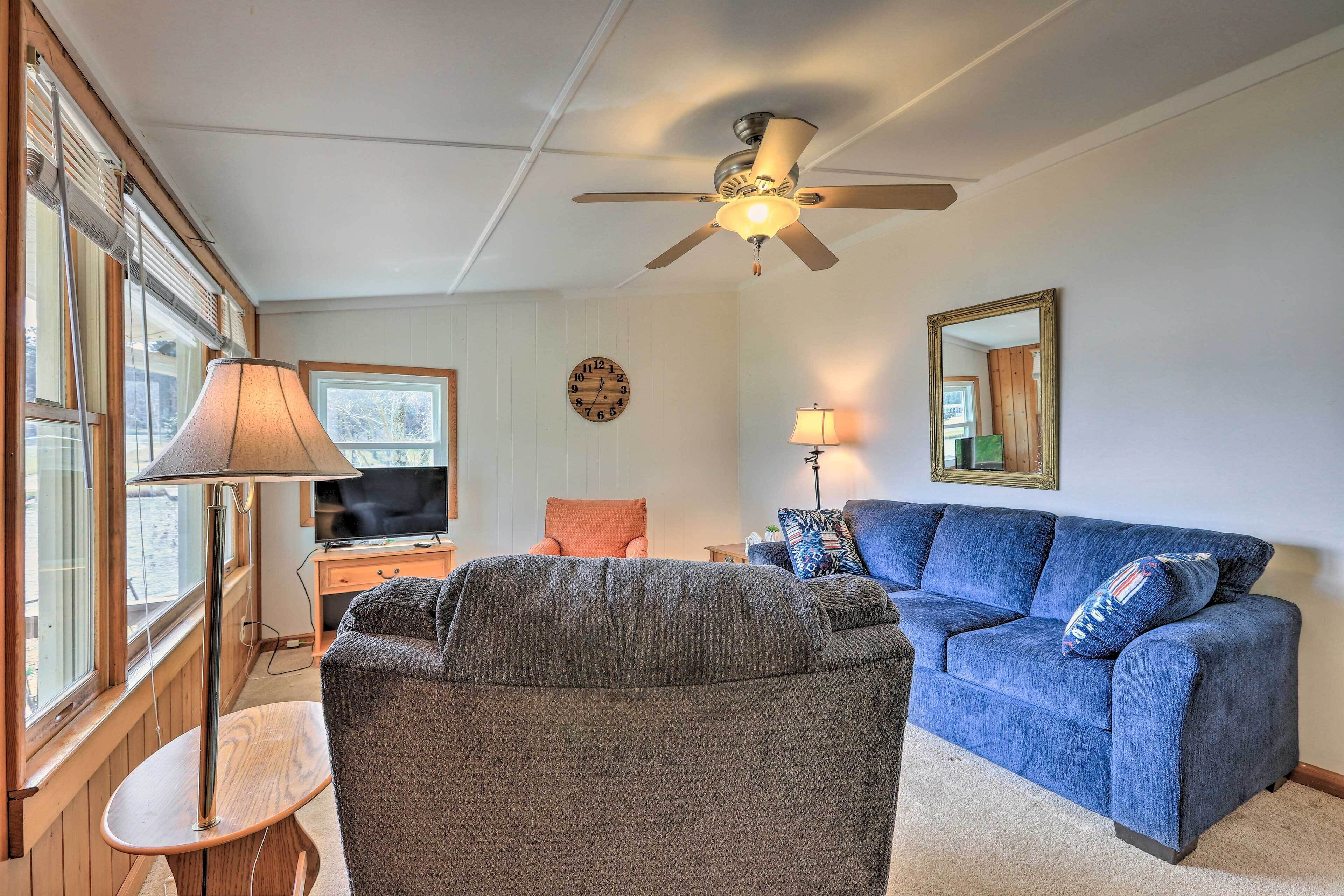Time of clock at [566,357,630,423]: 12:34
